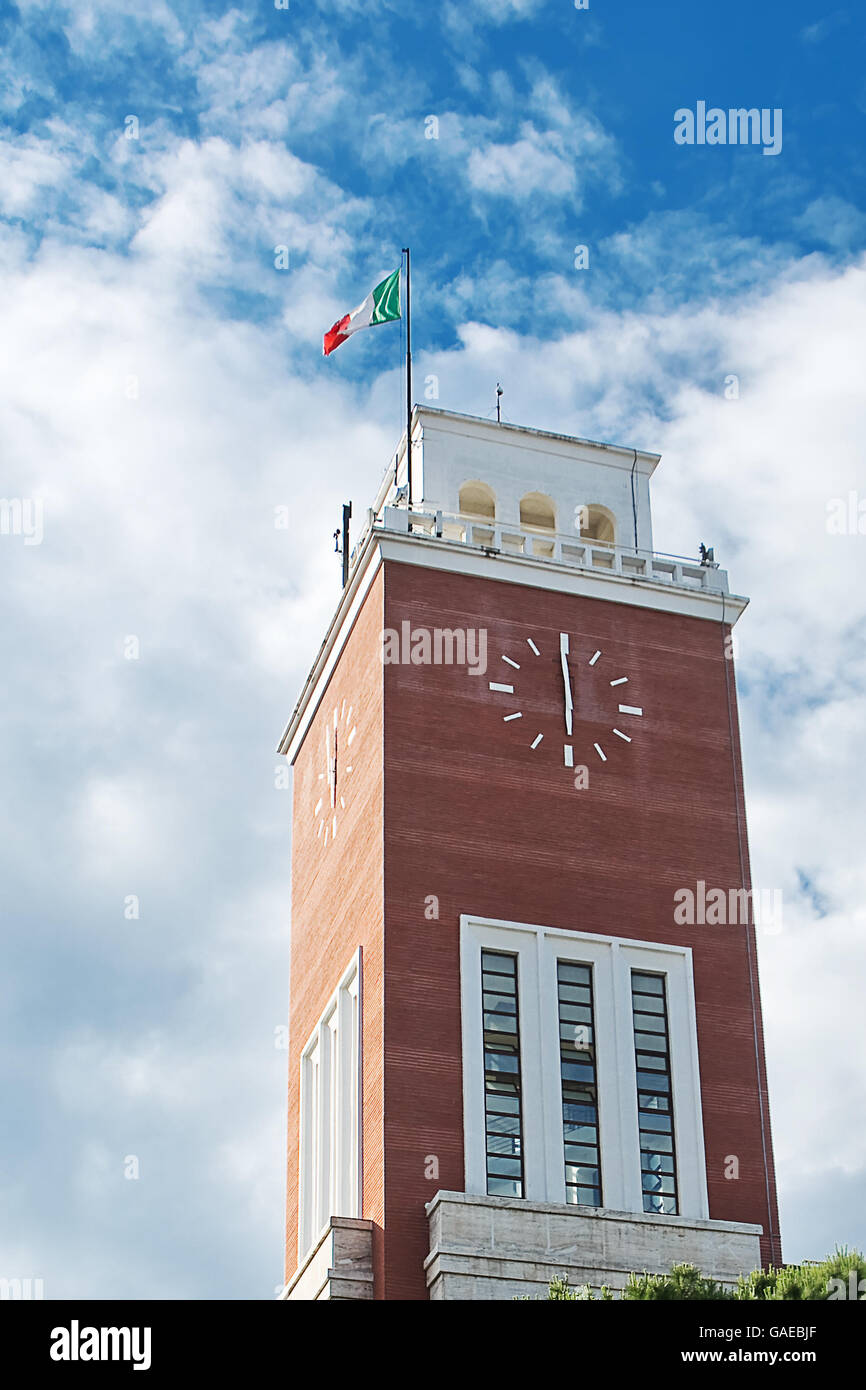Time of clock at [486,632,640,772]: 5:59
